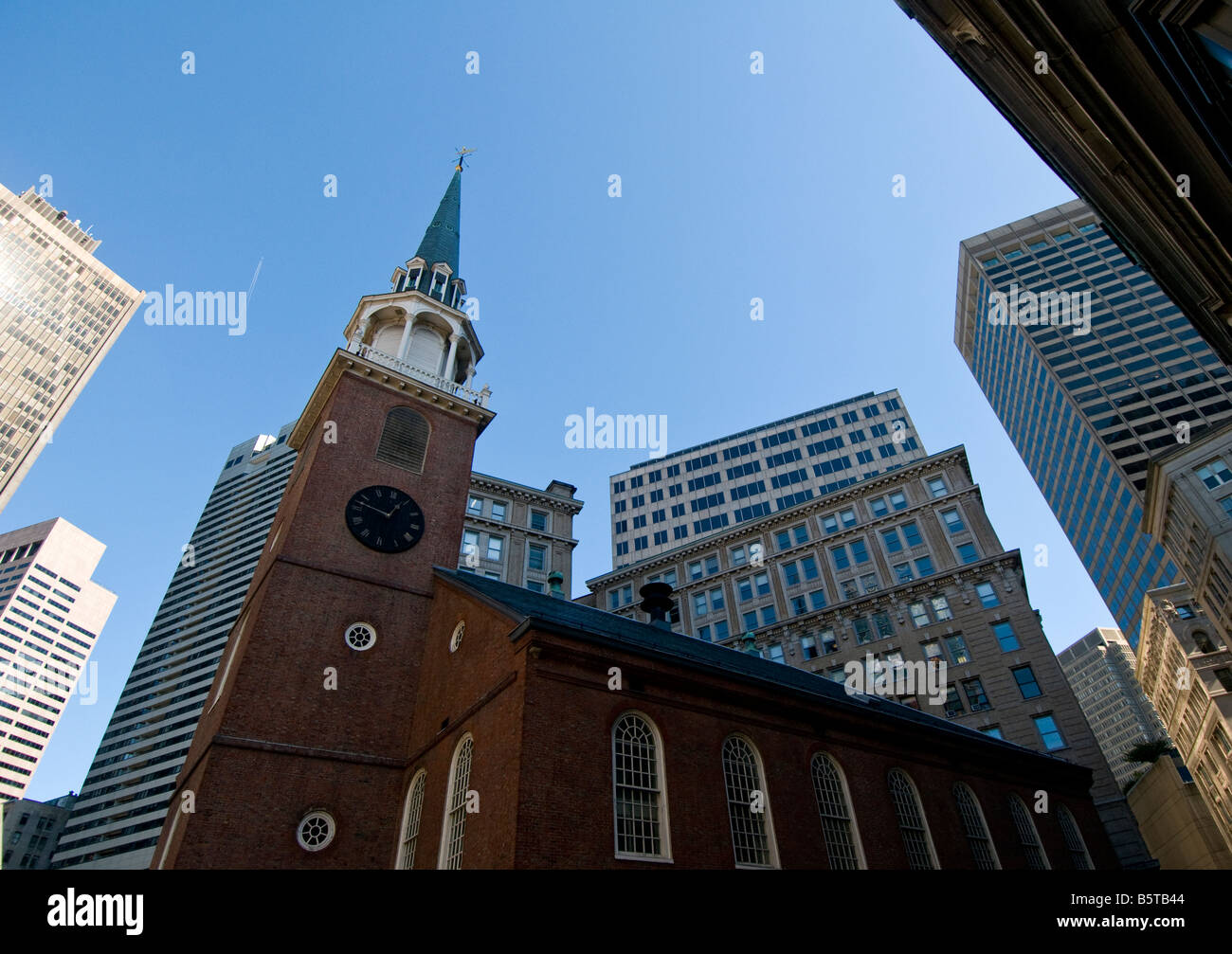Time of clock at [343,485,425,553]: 12:47
